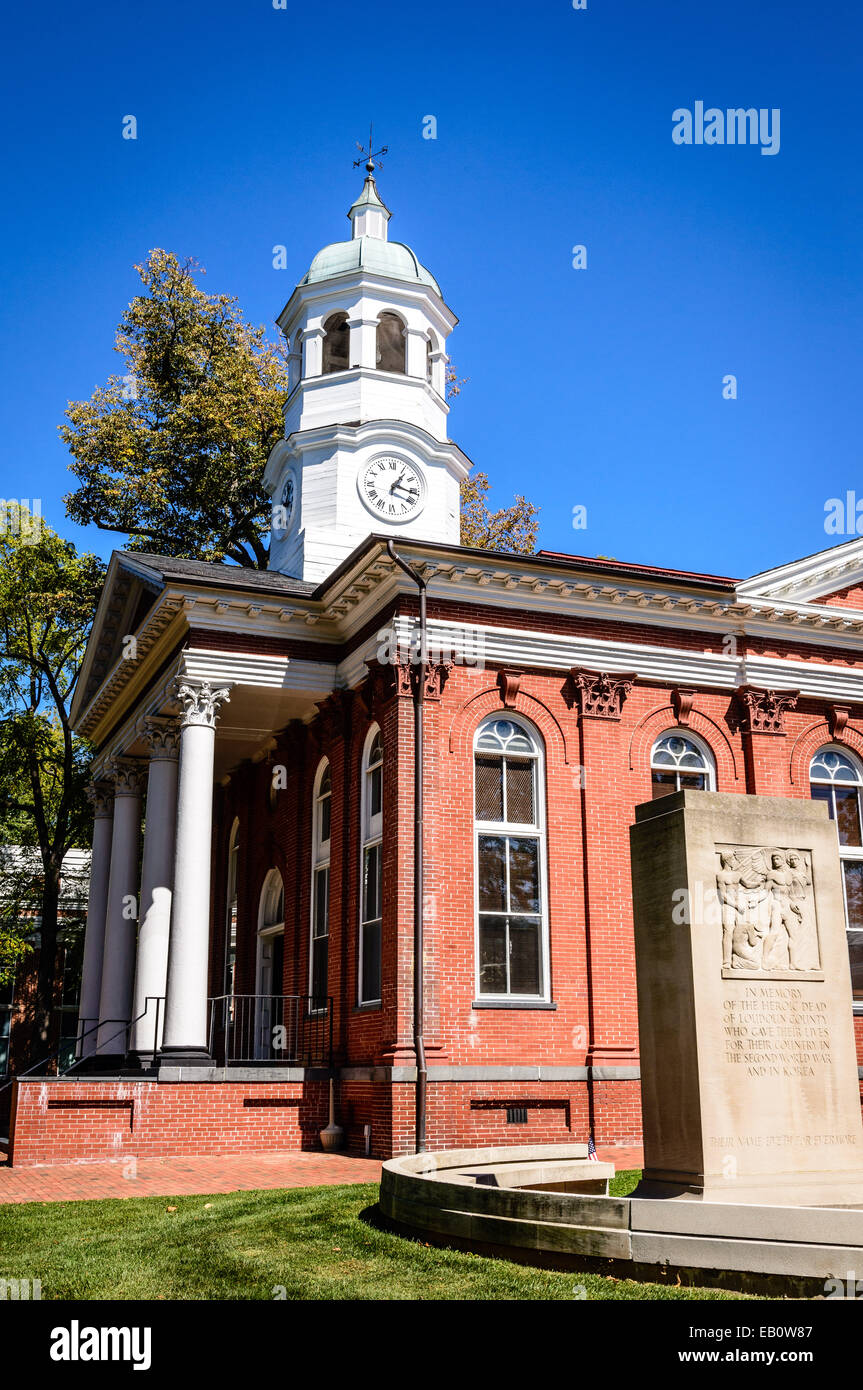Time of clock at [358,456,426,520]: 1:16
